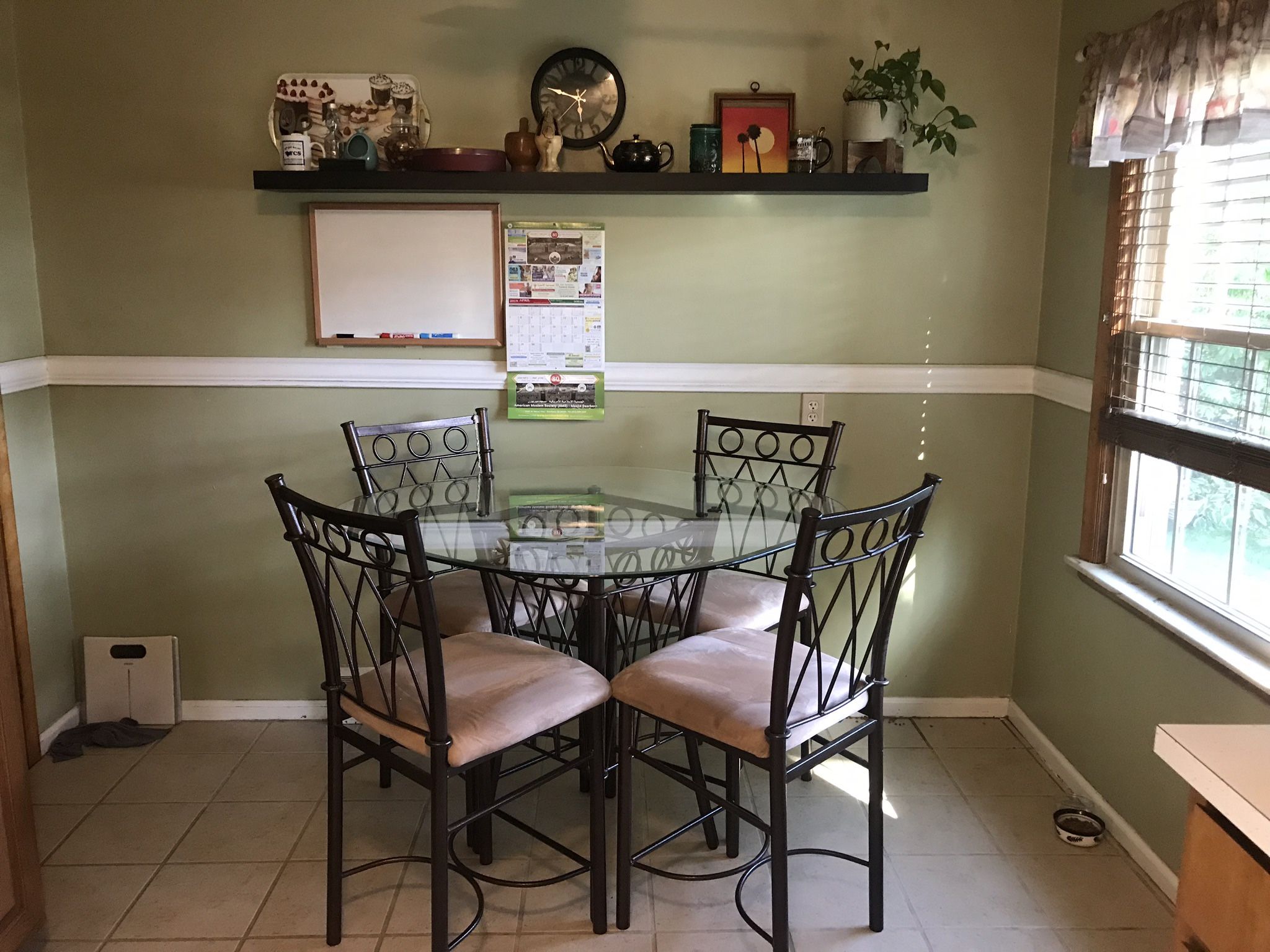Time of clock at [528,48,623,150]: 5:47
